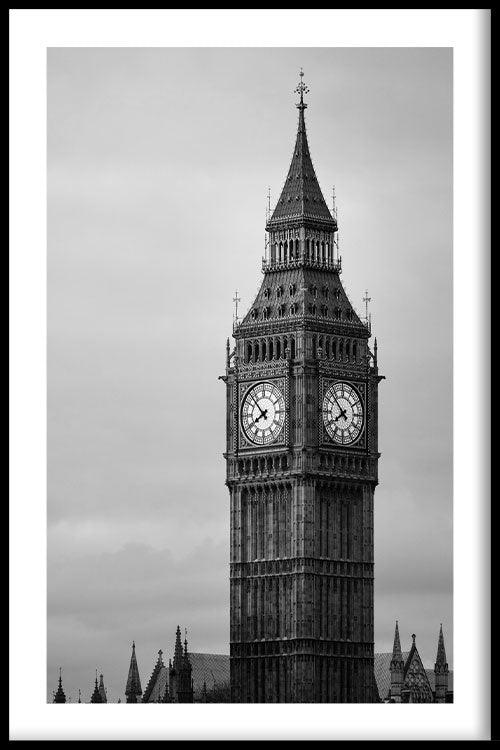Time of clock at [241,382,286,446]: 7:52
